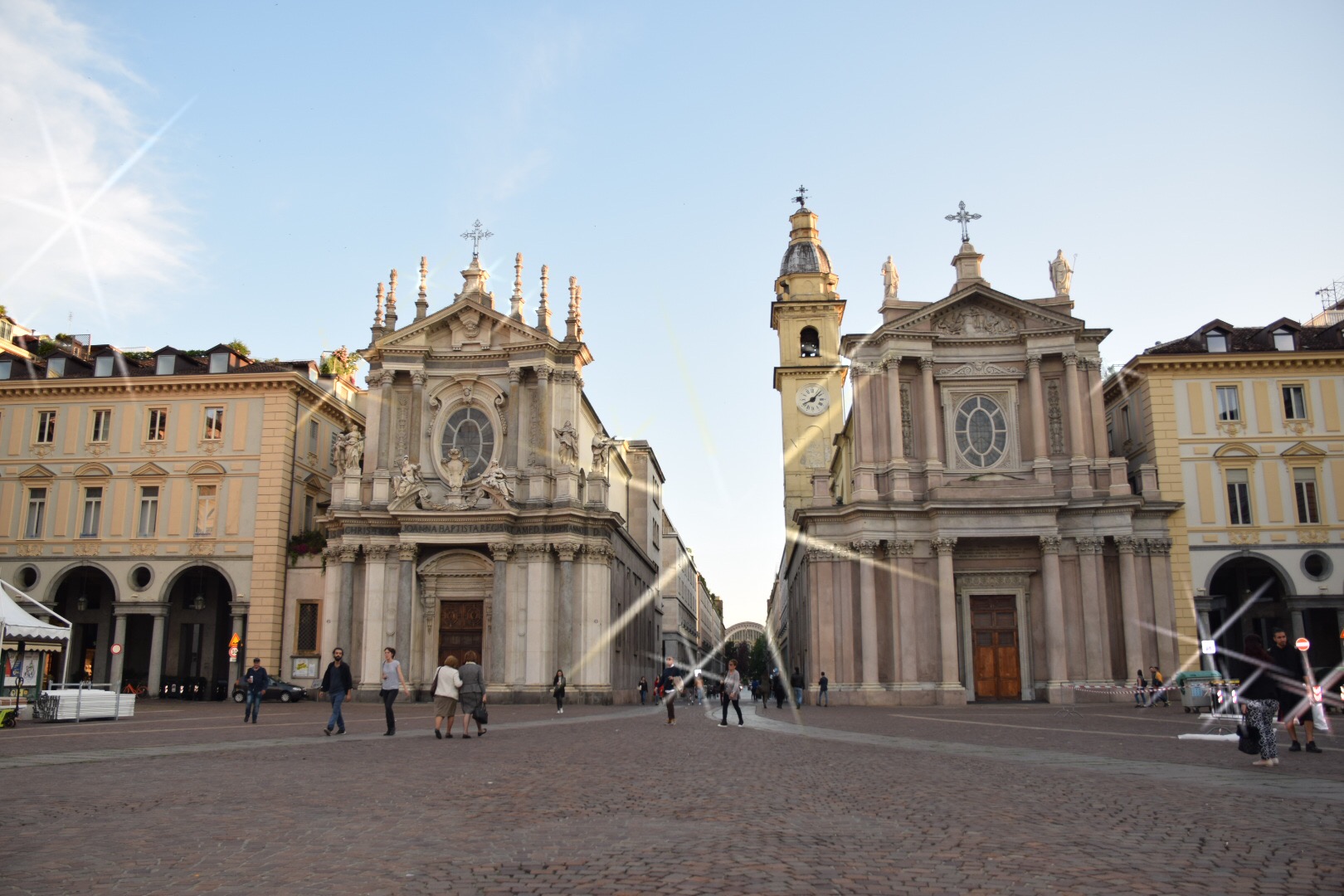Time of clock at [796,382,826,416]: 8:07
